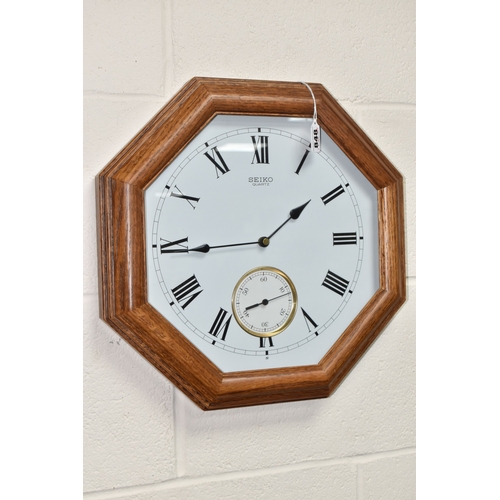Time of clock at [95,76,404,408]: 1:44
